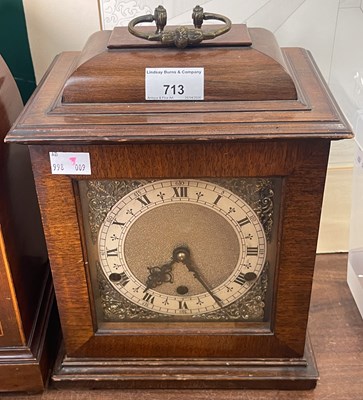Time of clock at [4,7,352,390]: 7:25
